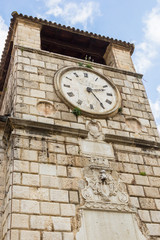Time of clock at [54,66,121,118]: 2:24
